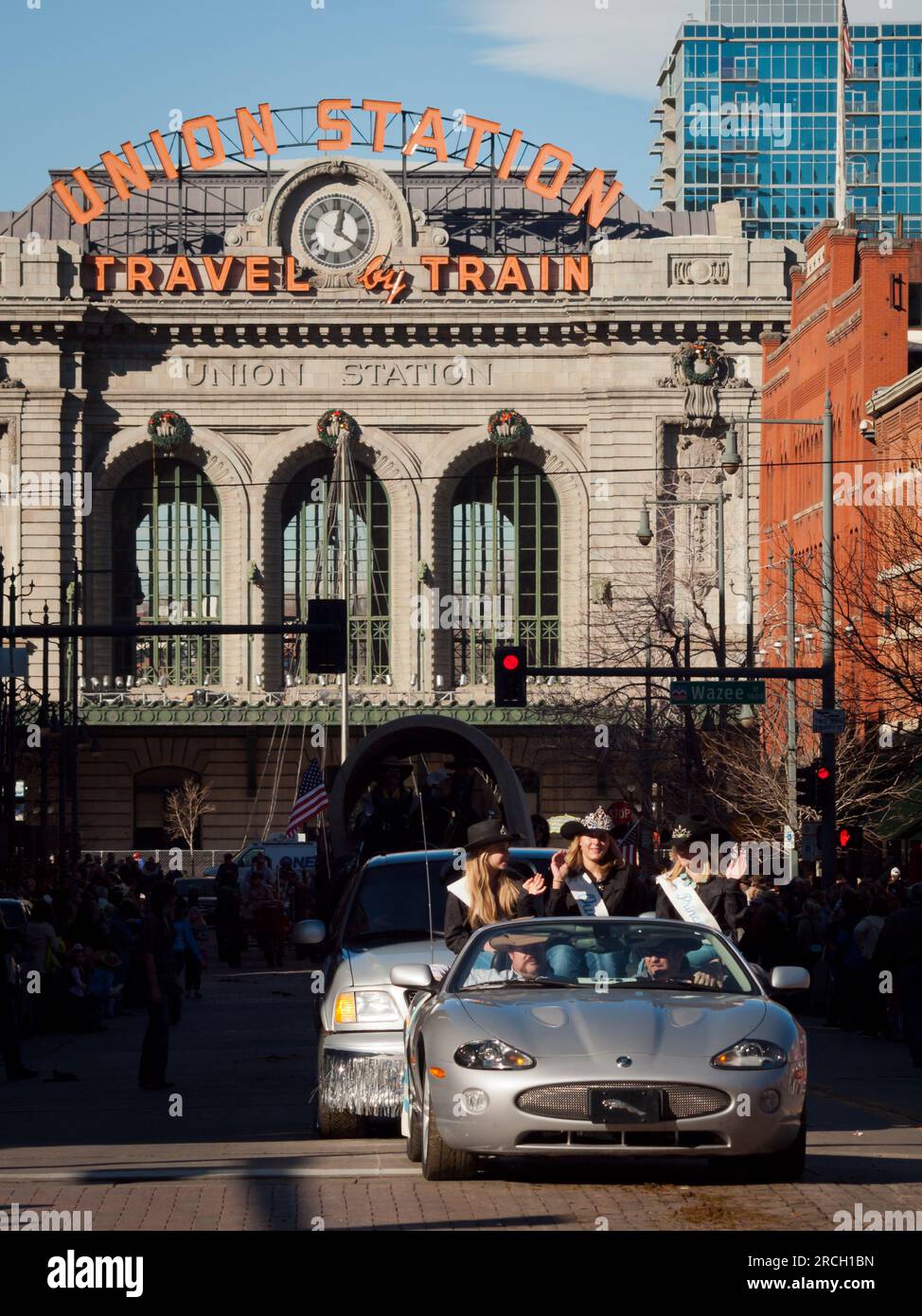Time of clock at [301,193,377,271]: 12:20
